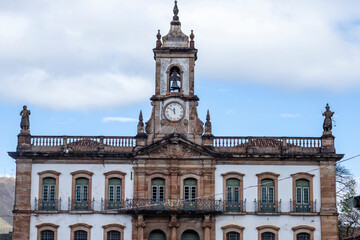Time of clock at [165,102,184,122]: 11:51
